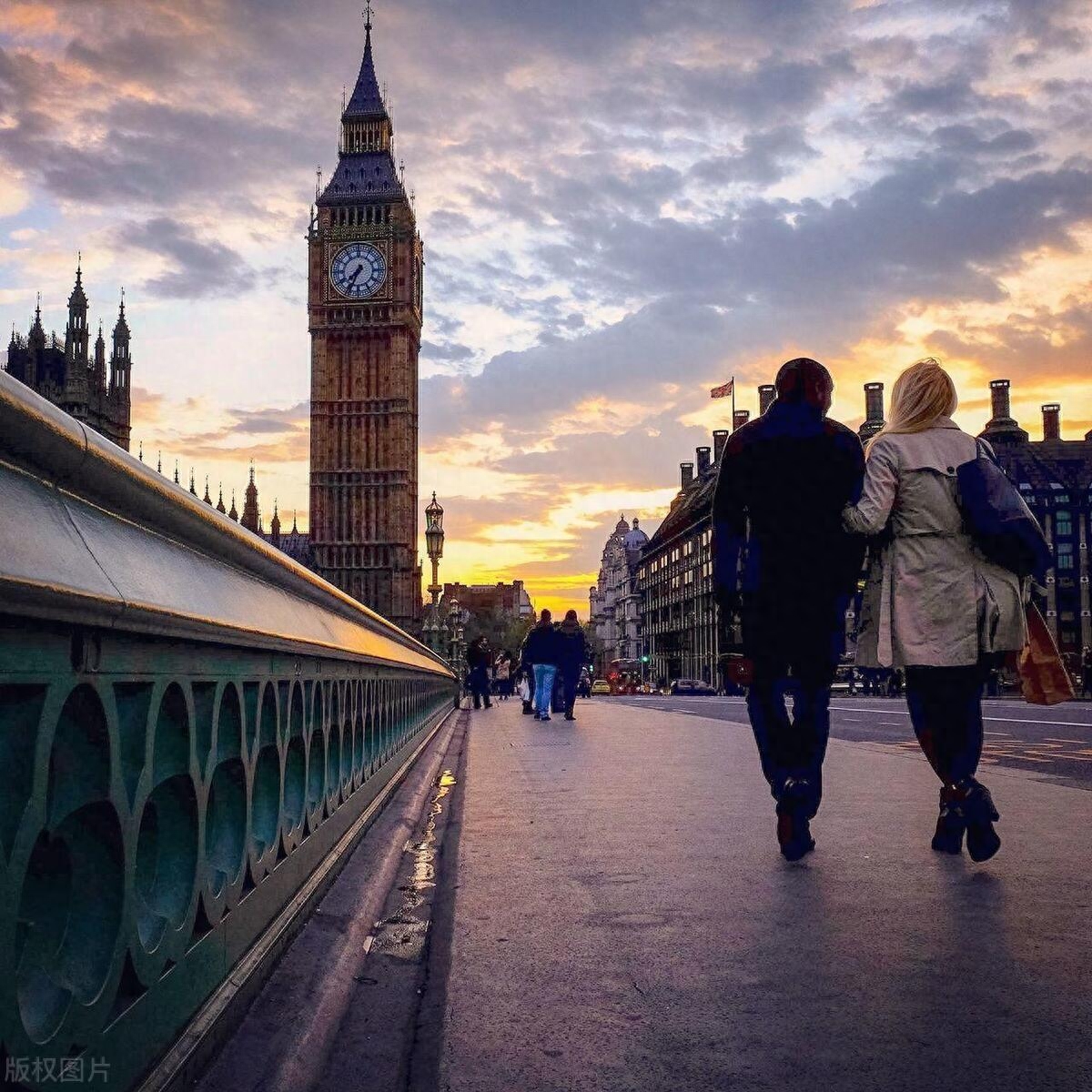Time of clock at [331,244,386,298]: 7:34
